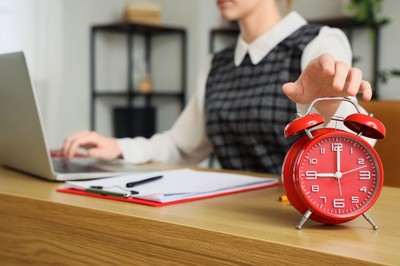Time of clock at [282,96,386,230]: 9:00
